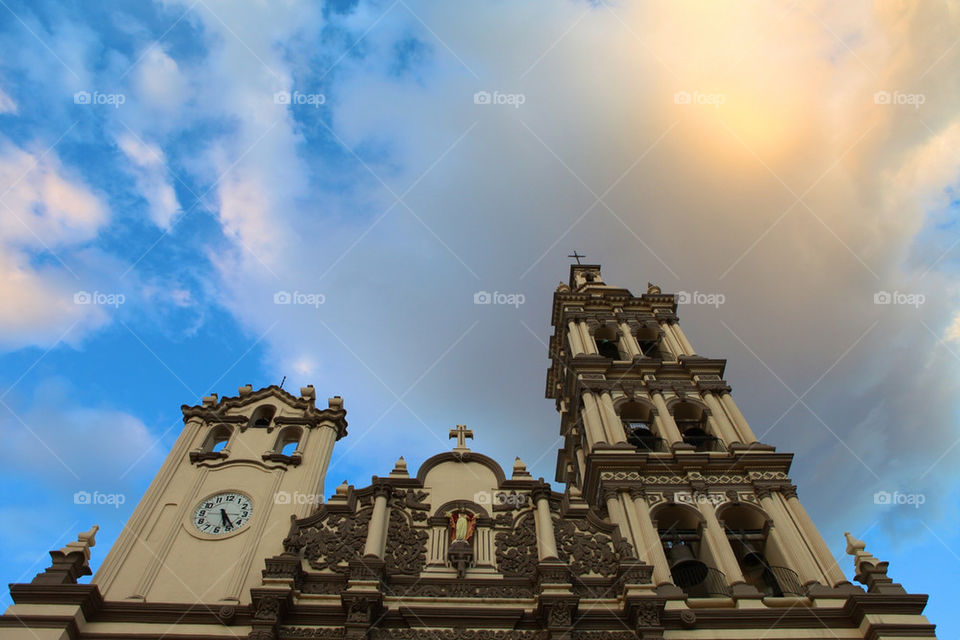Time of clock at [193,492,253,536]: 5:23
